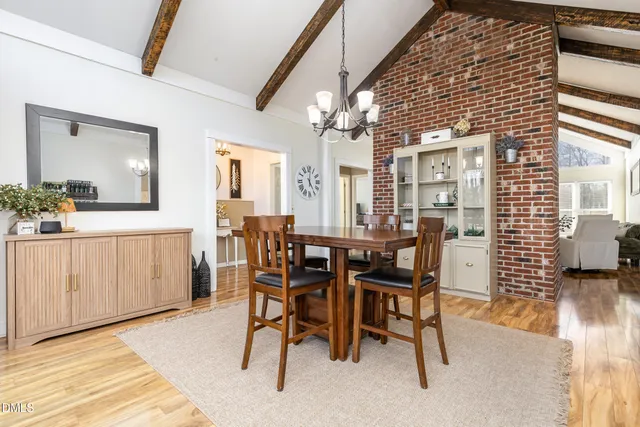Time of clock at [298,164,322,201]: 5:01
